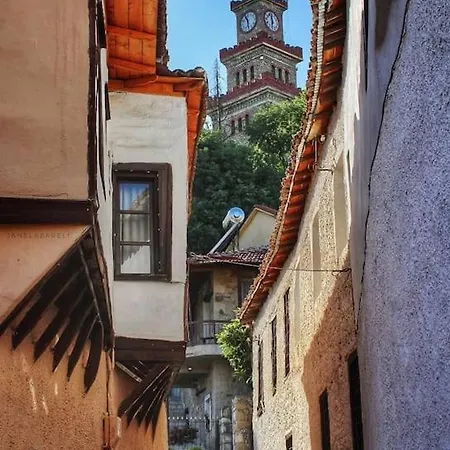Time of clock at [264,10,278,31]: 11:32
